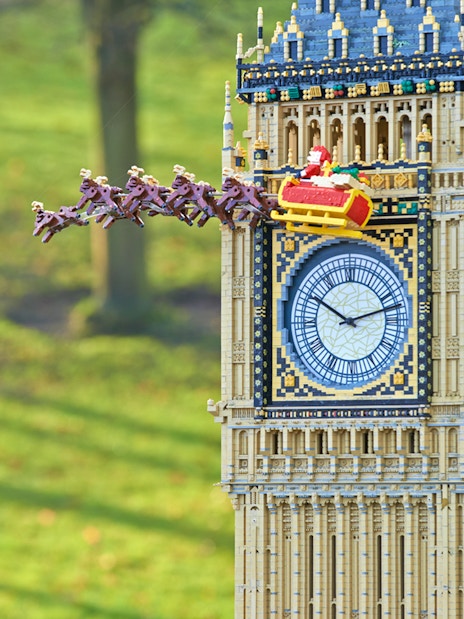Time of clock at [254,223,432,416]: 10:12
